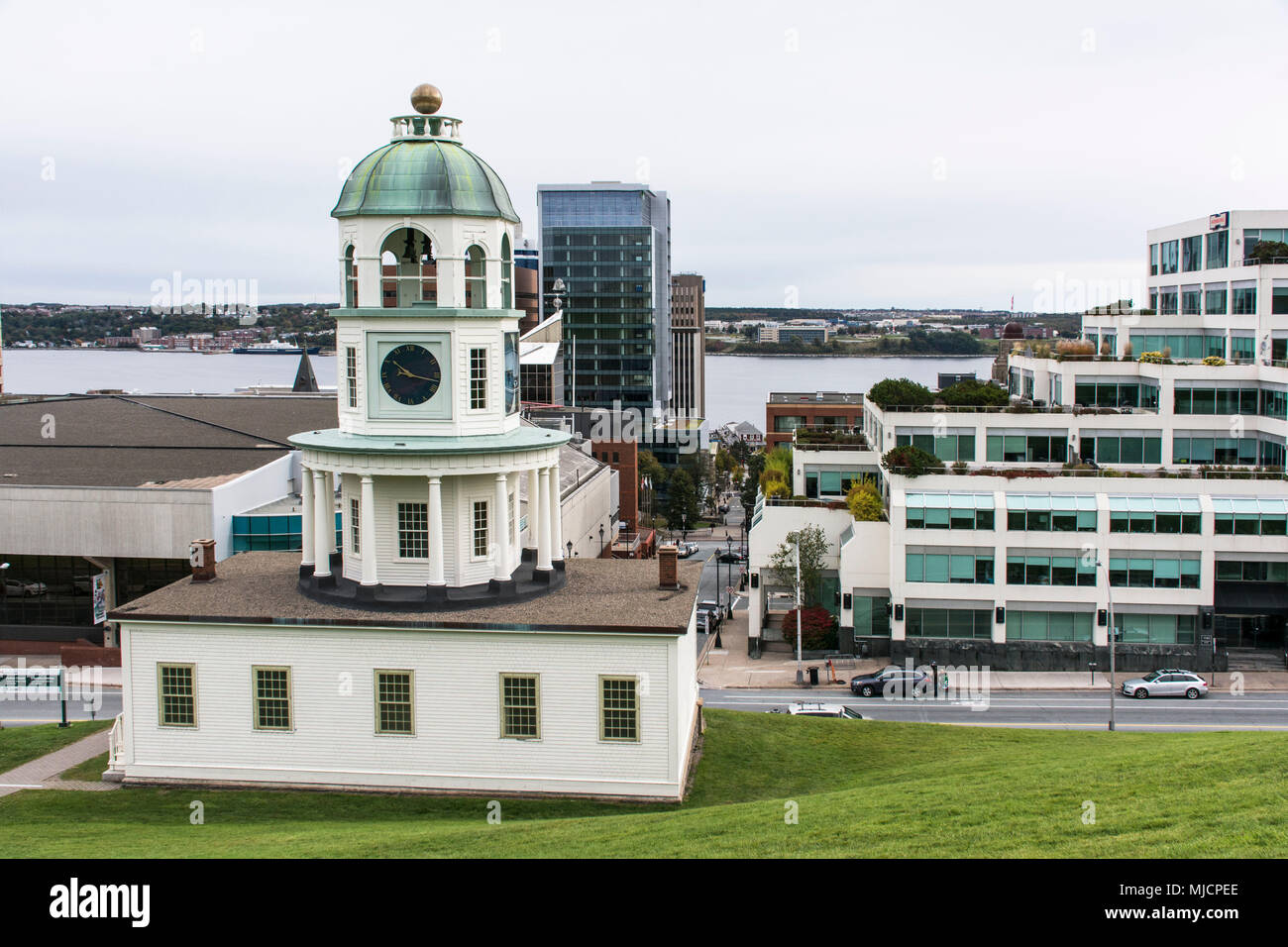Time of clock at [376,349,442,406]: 10:17
